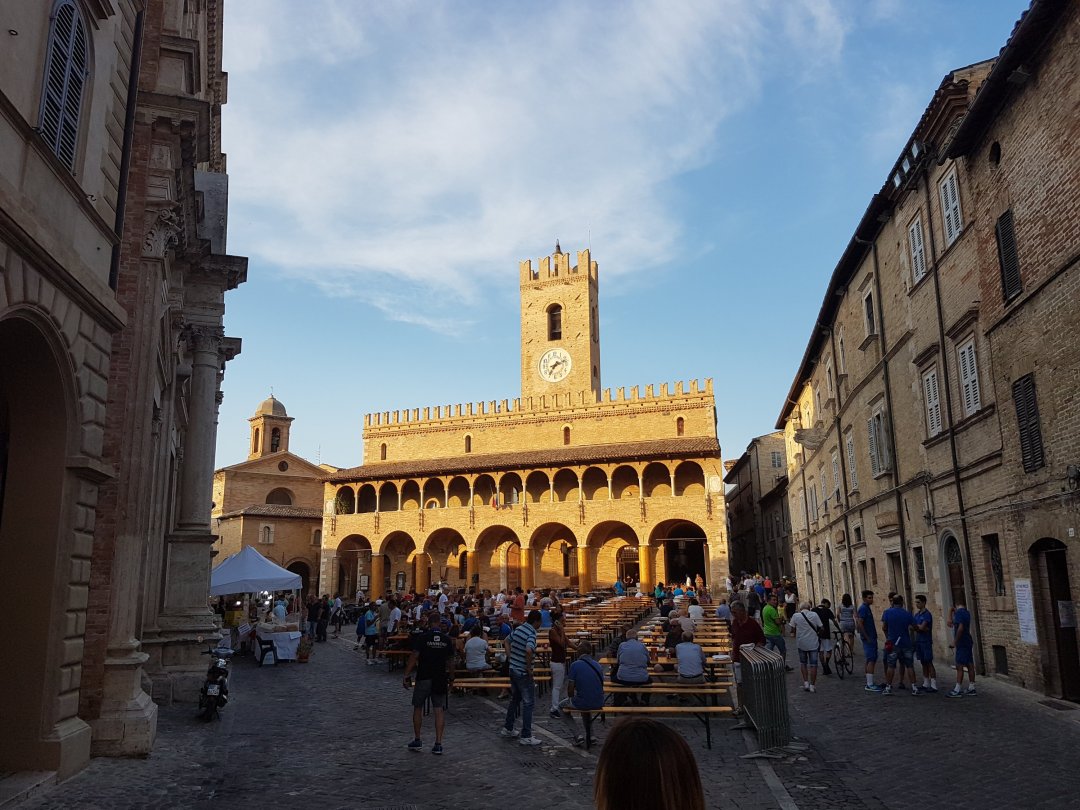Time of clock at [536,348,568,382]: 7:12
